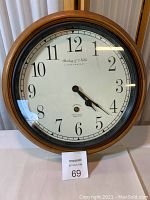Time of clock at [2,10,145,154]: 4:21
